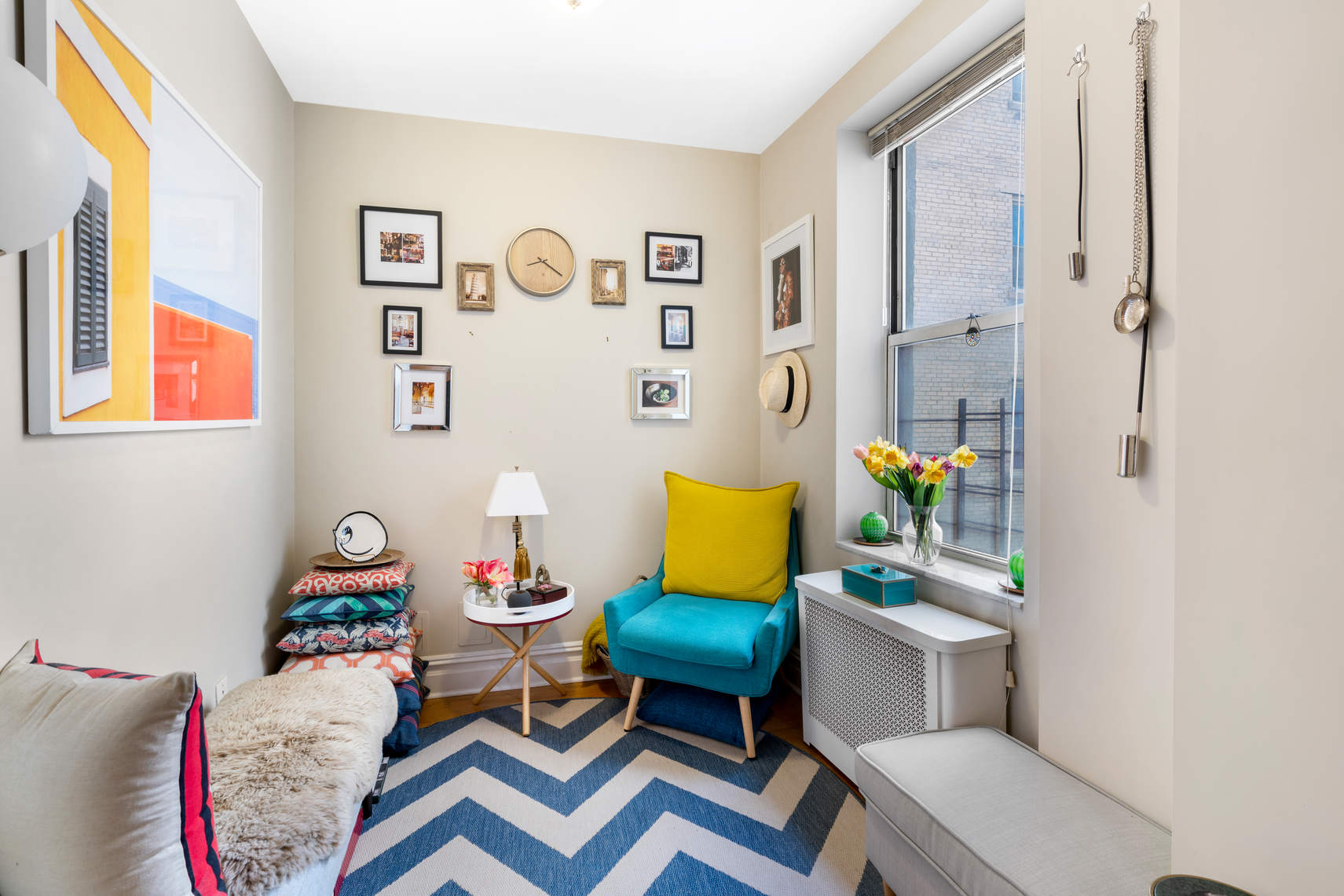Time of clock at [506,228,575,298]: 8:21
